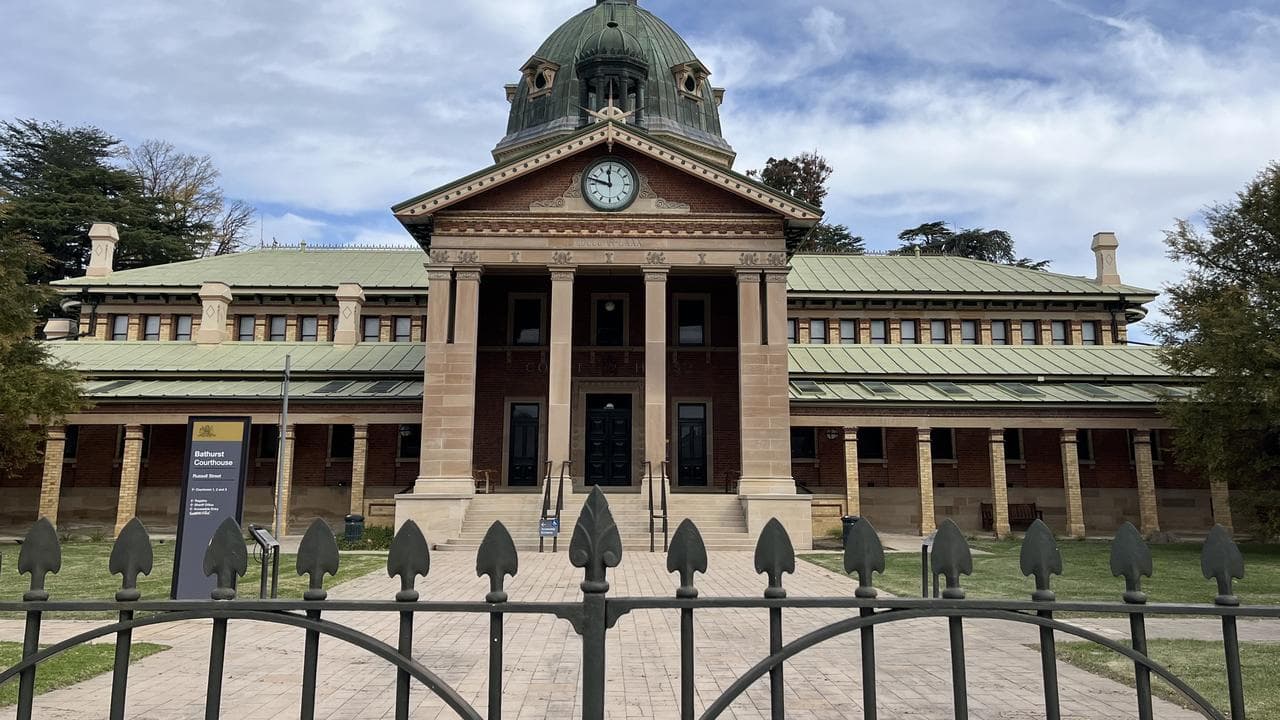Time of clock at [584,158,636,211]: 11:47
